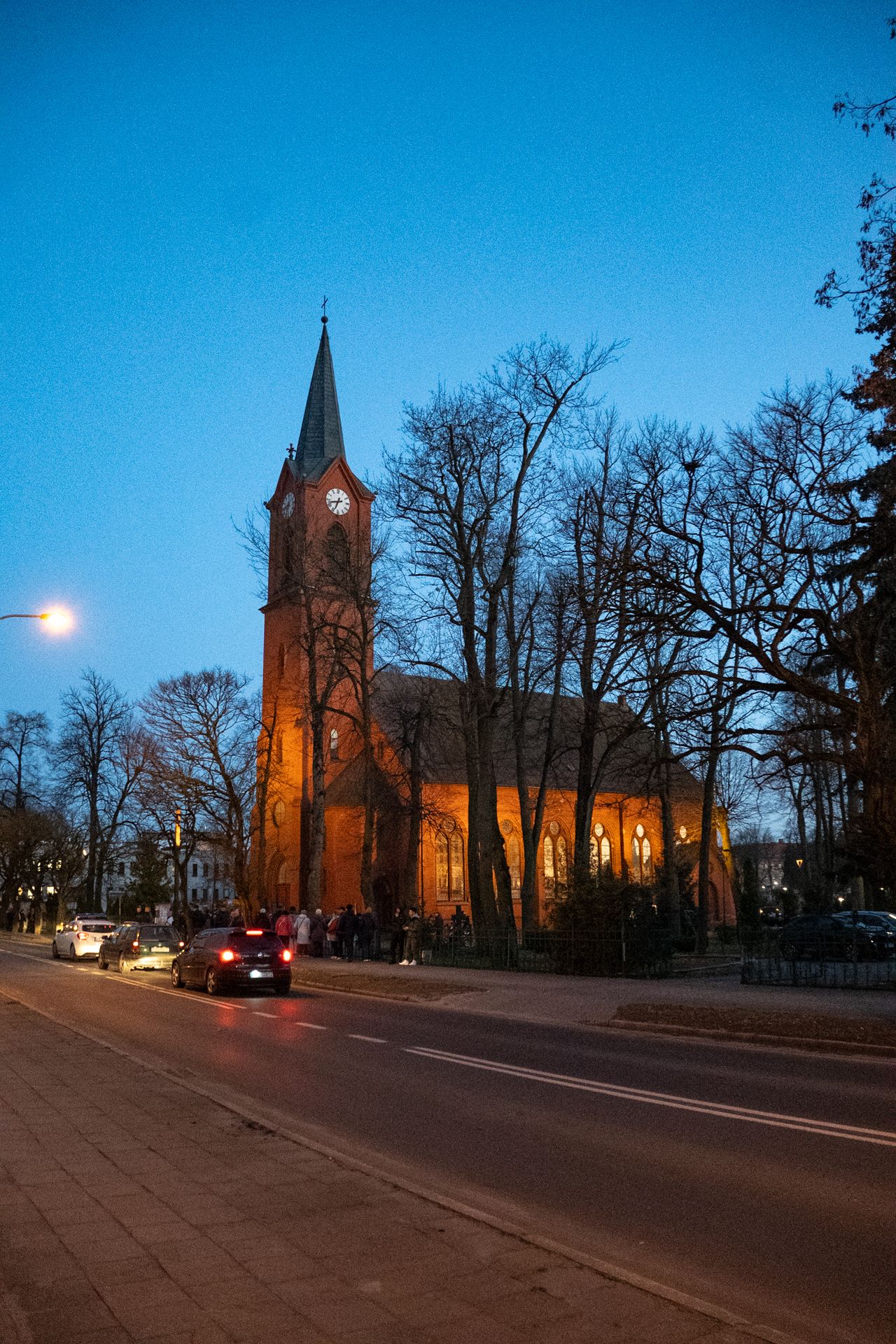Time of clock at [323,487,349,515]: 6:42
